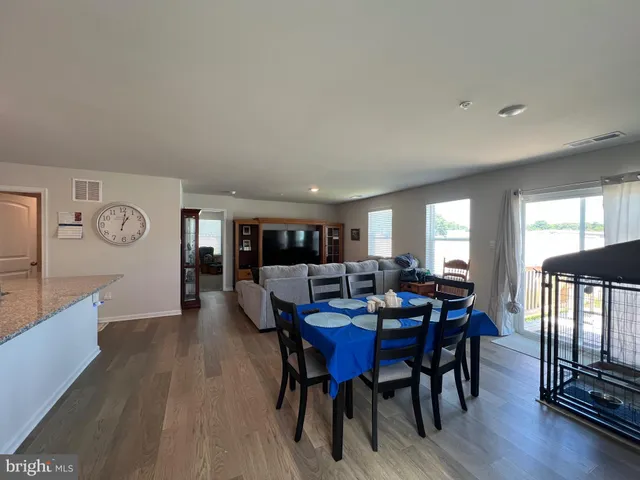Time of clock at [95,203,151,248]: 1:01
